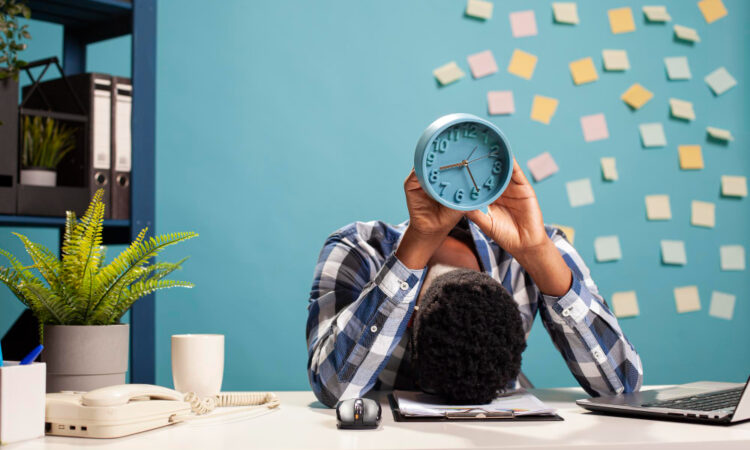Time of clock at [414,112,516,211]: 8:23
